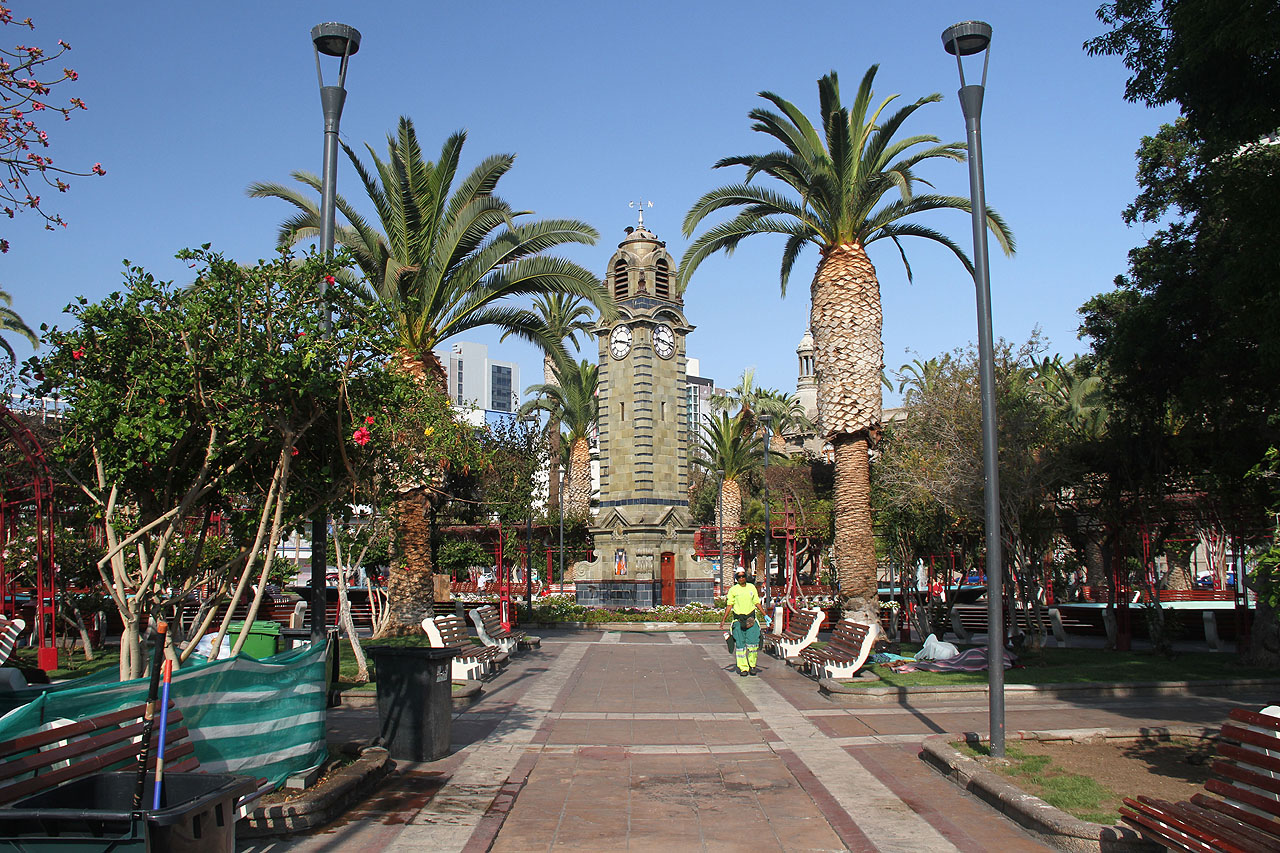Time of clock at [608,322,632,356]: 9:17
